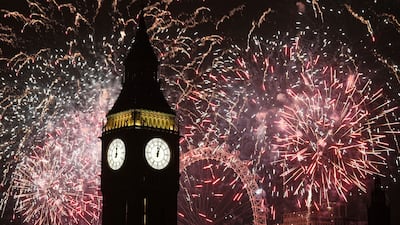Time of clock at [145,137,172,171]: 12:03
